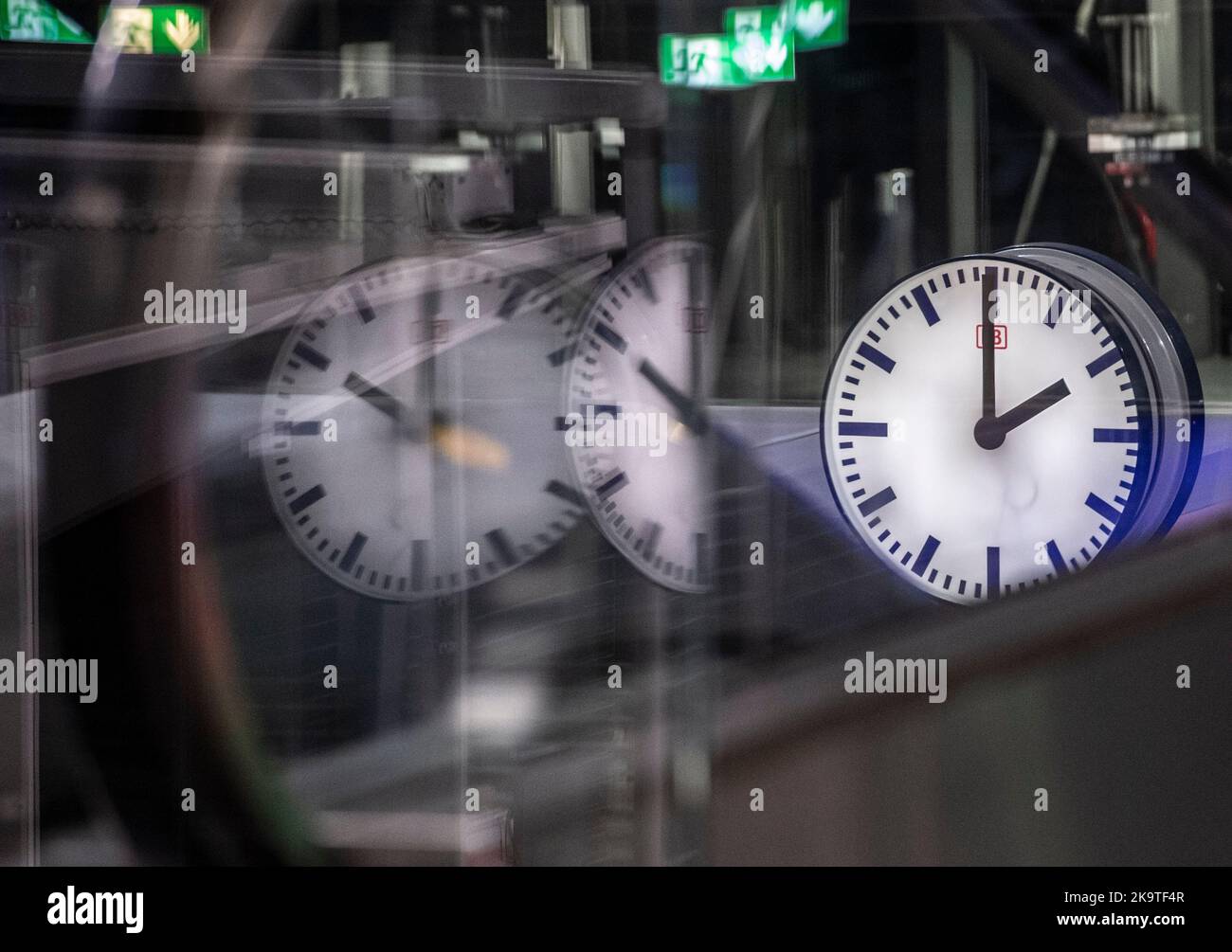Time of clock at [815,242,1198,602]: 1:59
